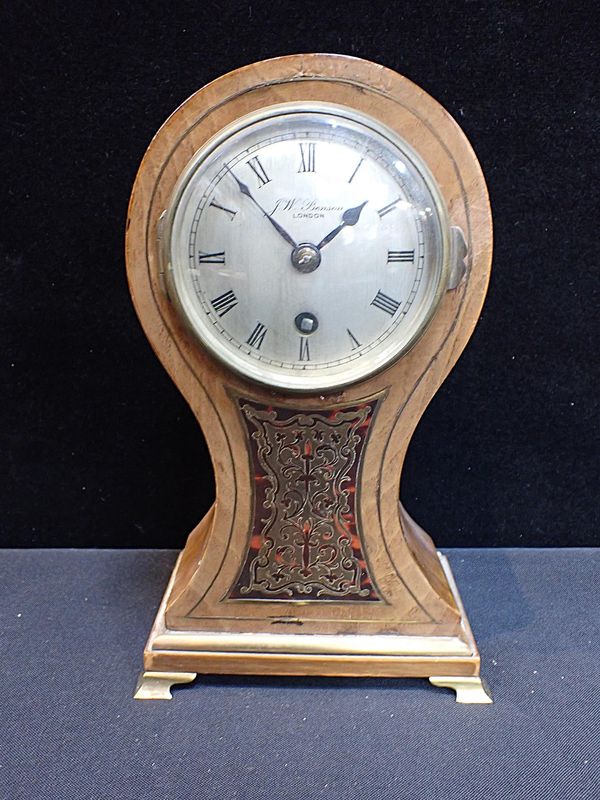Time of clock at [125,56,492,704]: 1:52
